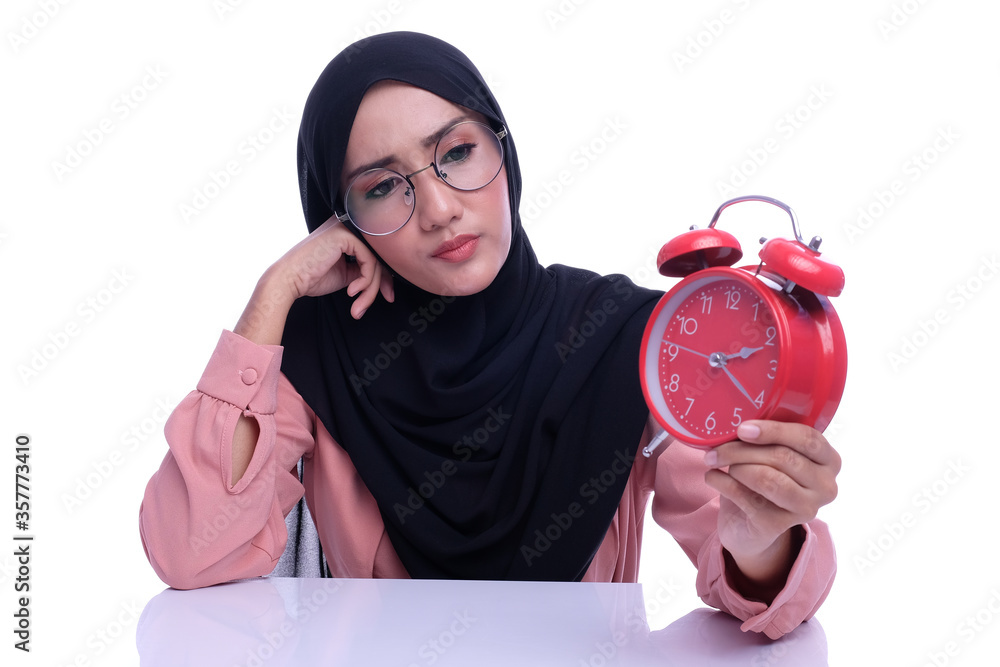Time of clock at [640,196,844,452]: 2:21
